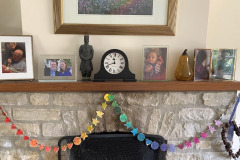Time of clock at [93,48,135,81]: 11:41
